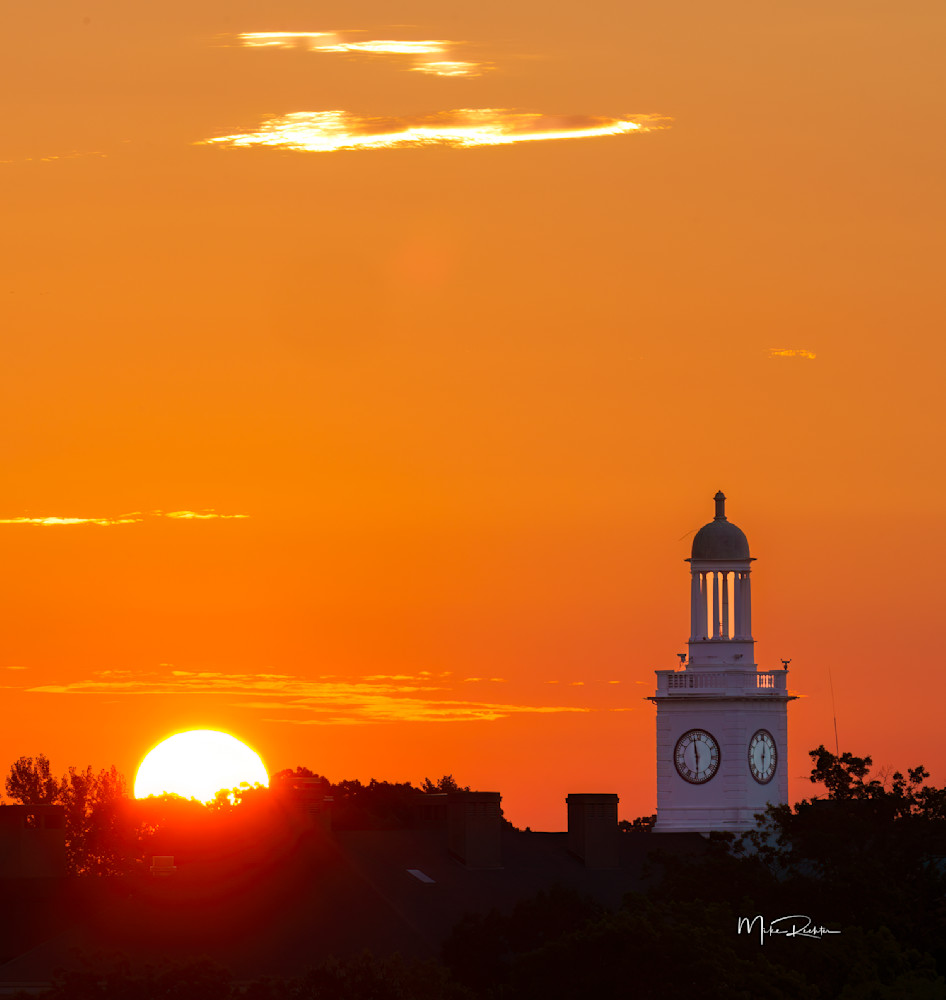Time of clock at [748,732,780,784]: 6:01
